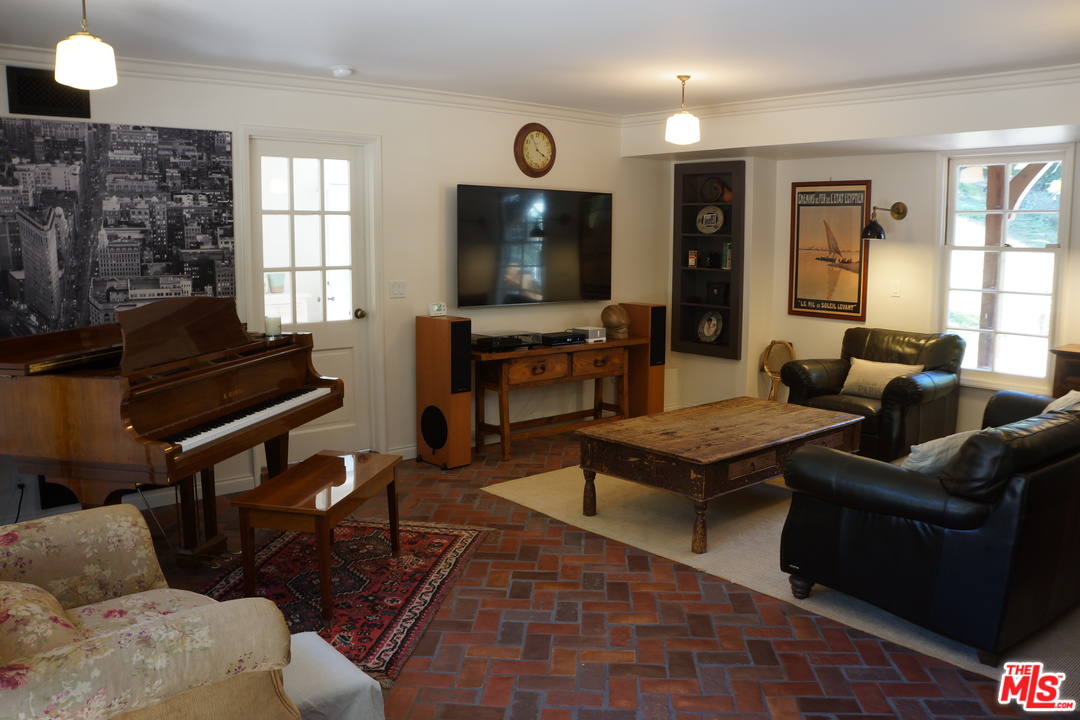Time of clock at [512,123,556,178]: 3:55
